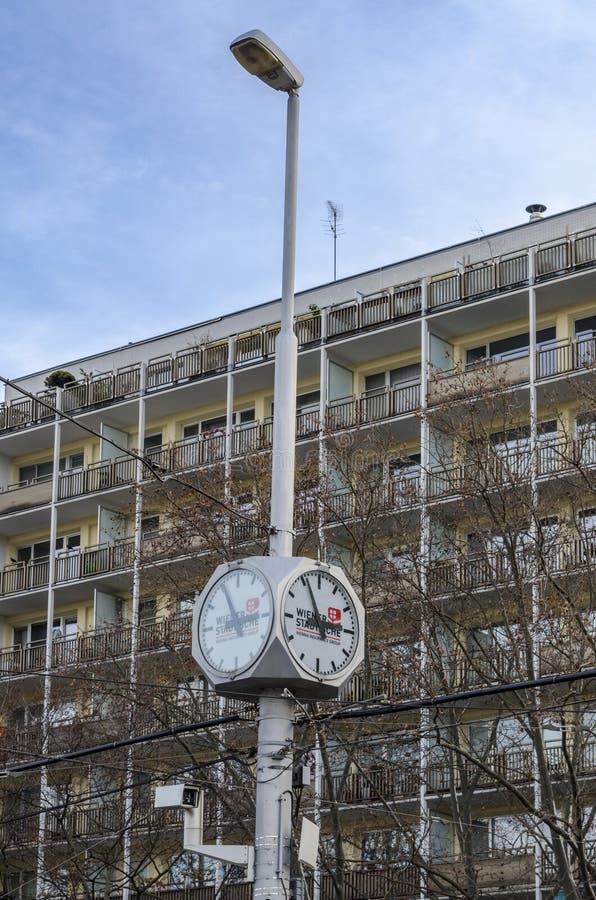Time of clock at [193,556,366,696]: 2:56
